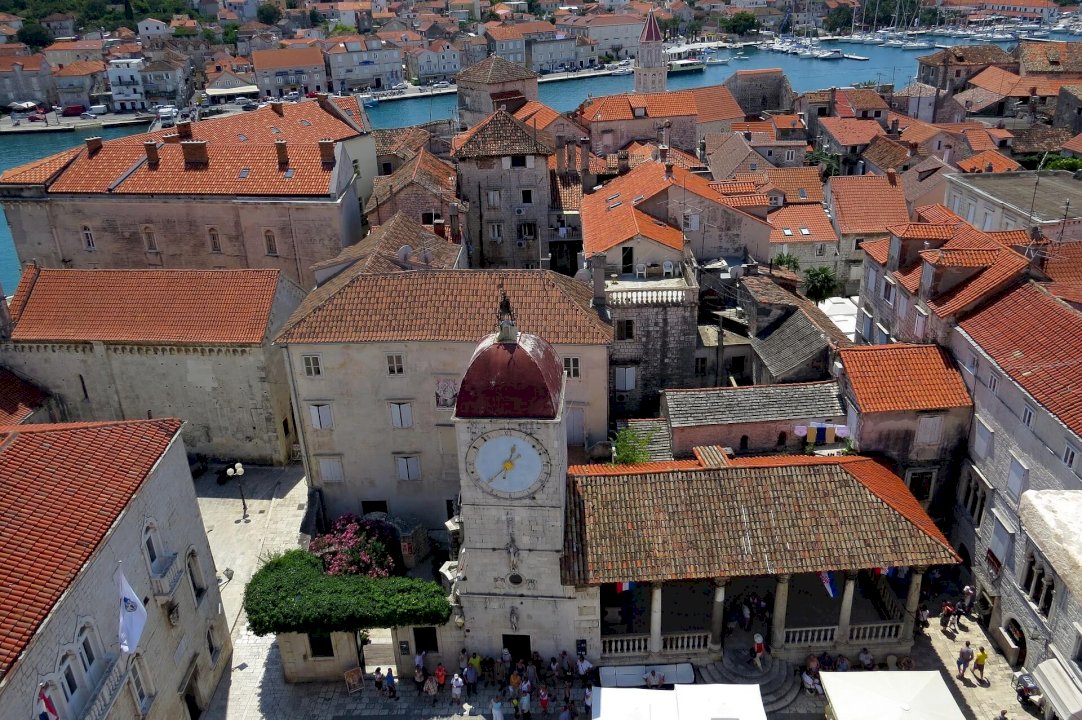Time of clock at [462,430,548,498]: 12:37
